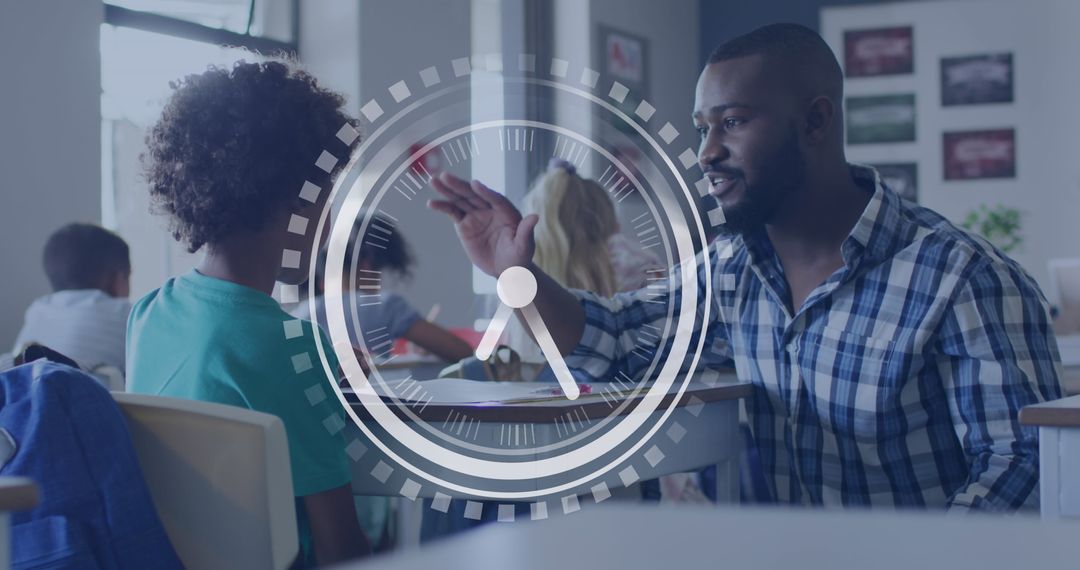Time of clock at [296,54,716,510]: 6:25
